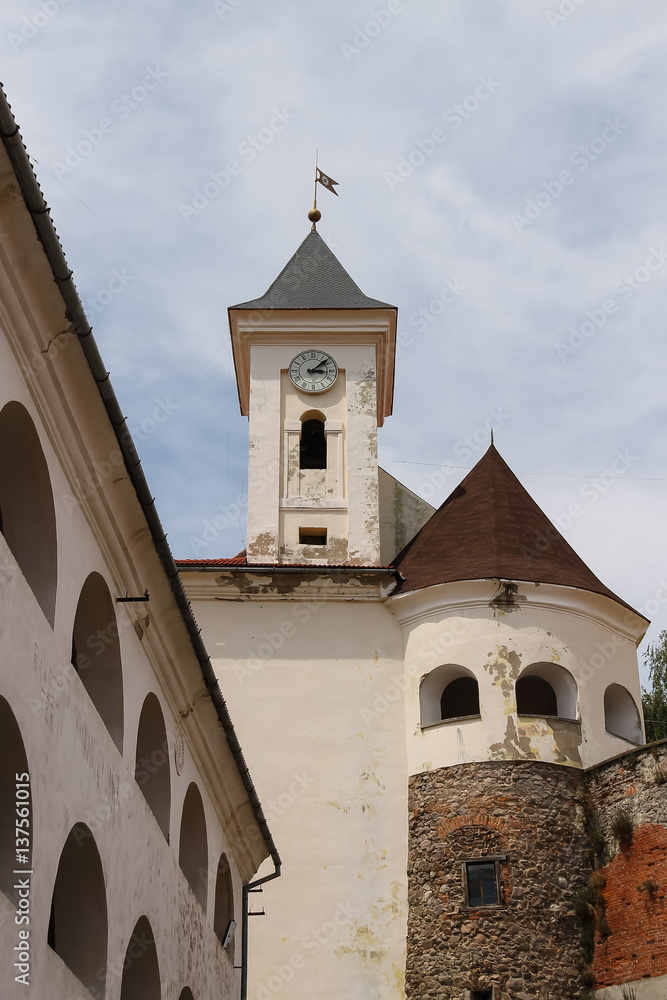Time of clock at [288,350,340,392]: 3:07
